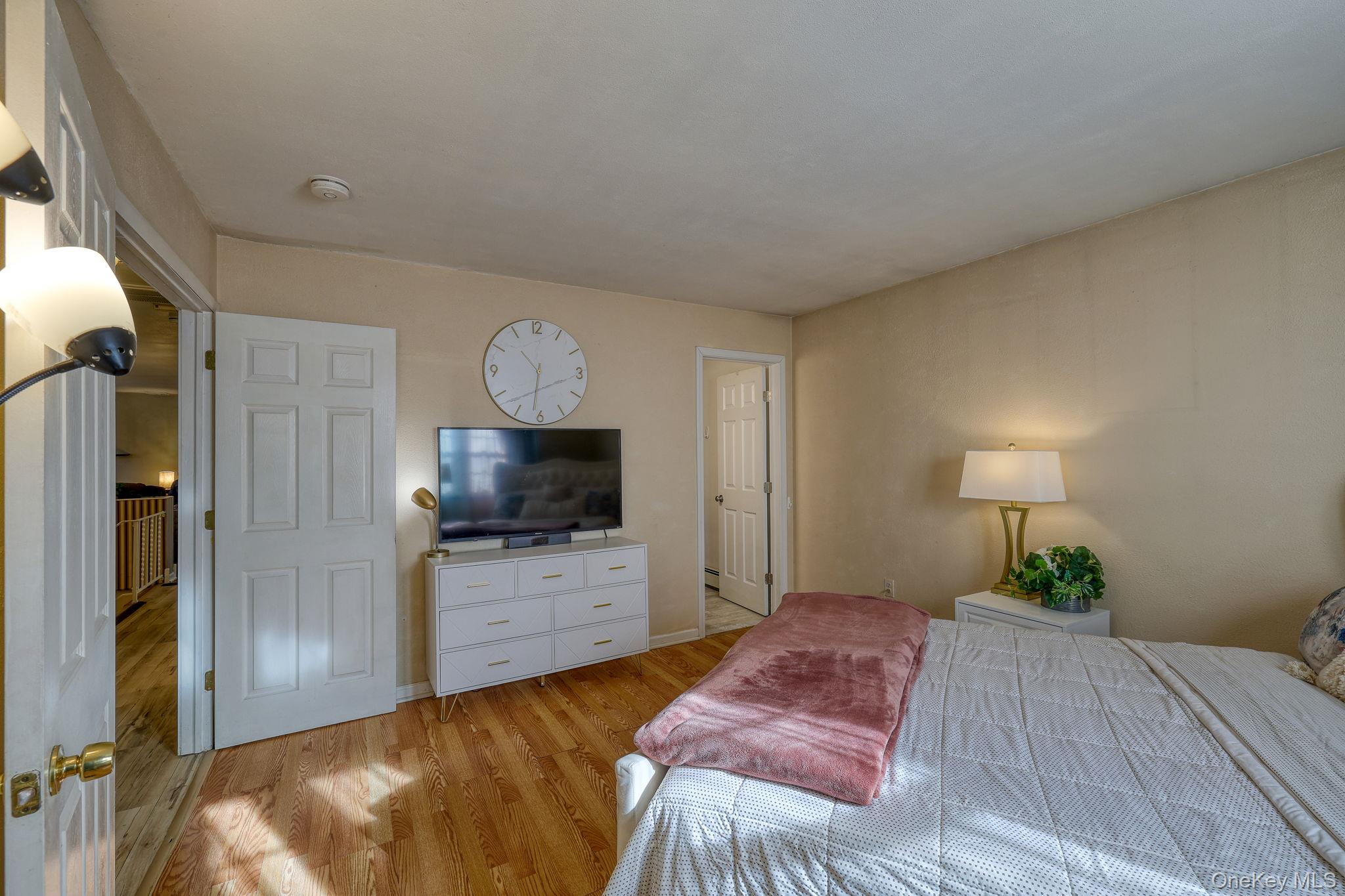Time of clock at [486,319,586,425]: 10:31
